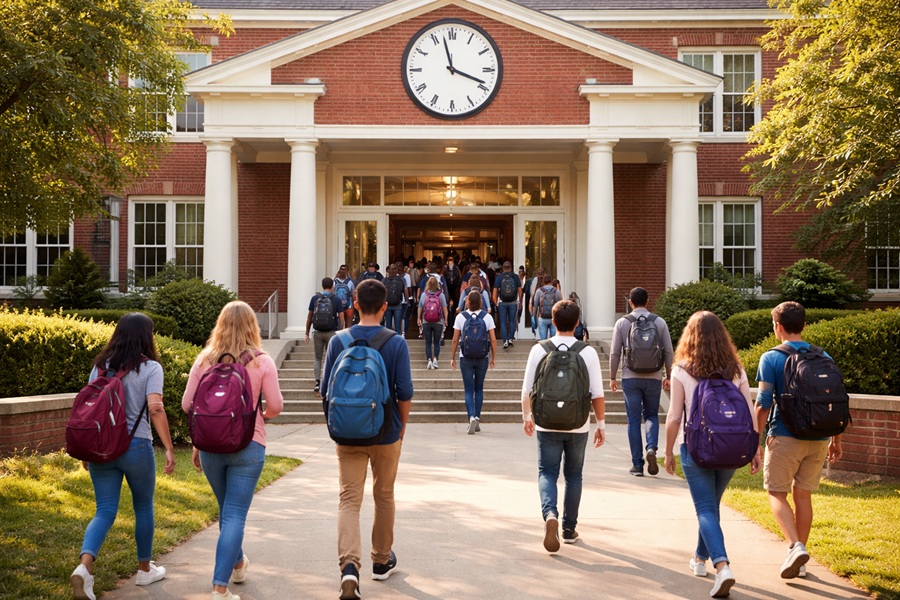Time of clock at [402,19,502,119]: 3:57
